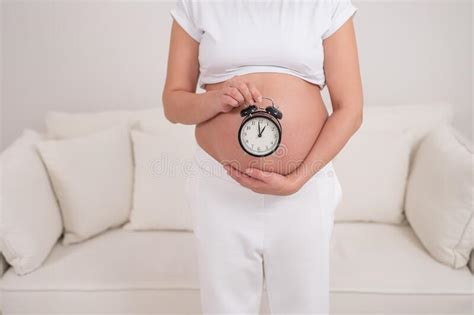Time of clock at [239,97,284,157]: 12:58
